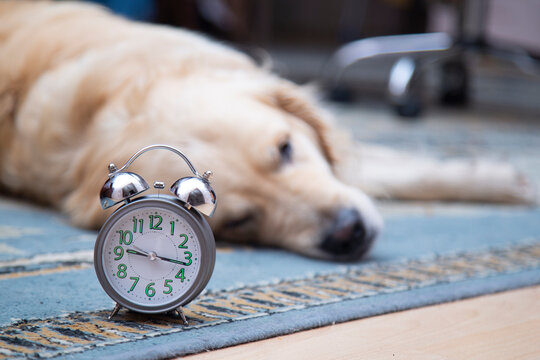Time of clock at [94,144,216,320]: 9:16
